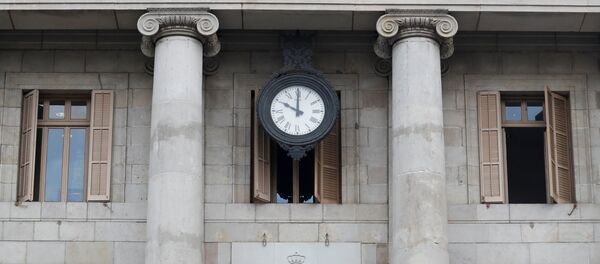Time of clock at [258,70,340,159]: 10:00
